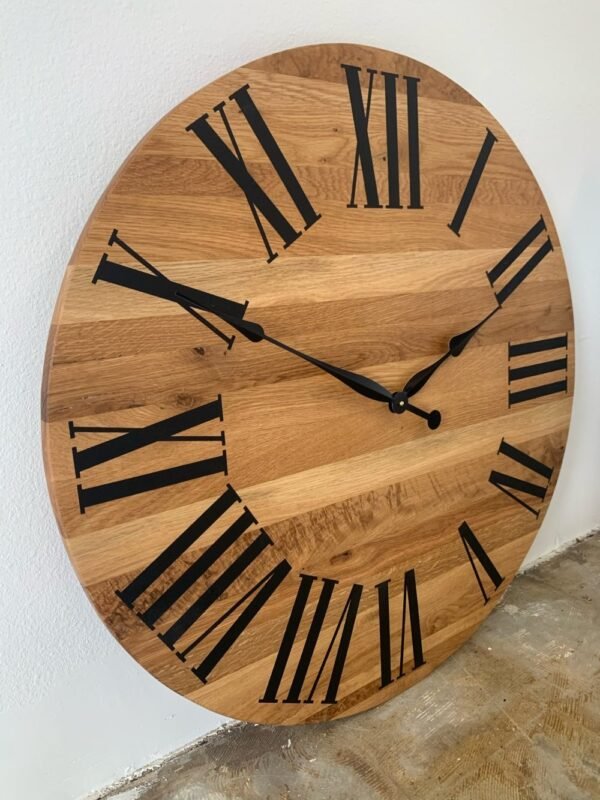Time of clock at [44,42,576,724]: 1:50
